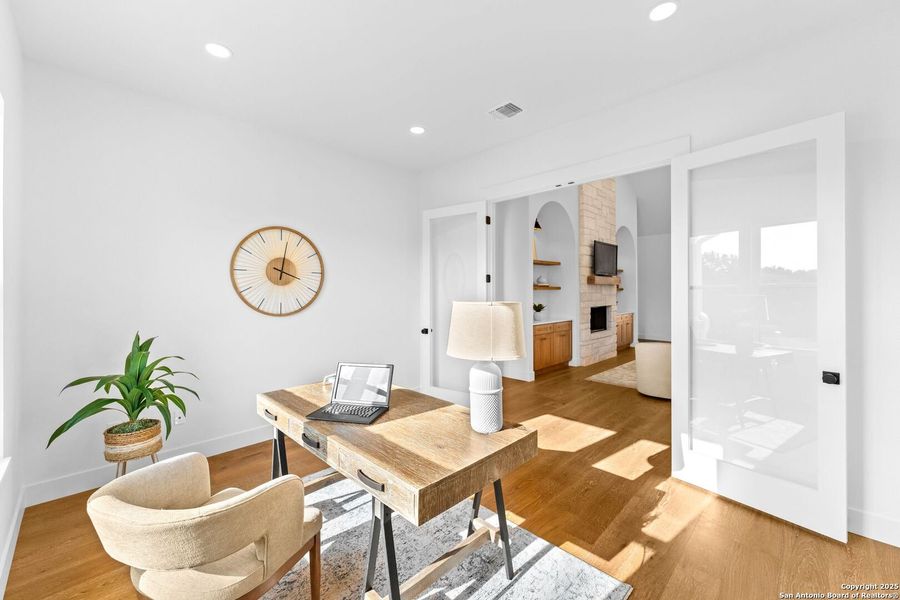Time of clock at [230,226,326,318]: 4:01
